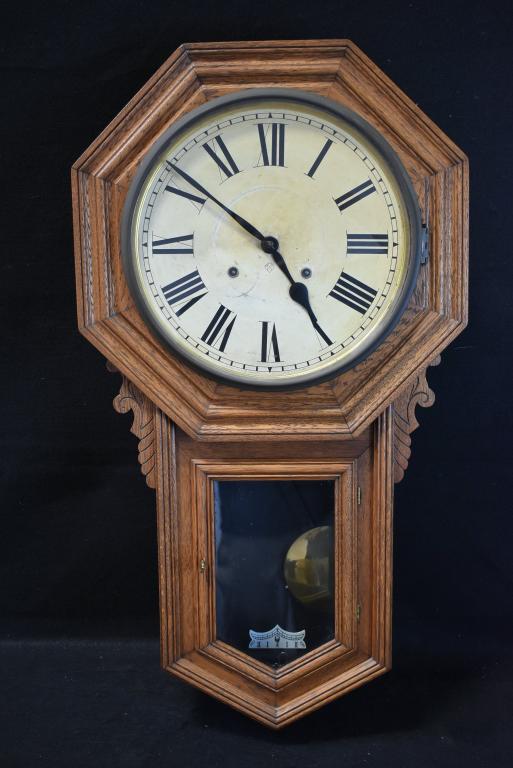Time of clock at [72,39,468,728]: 4:51
